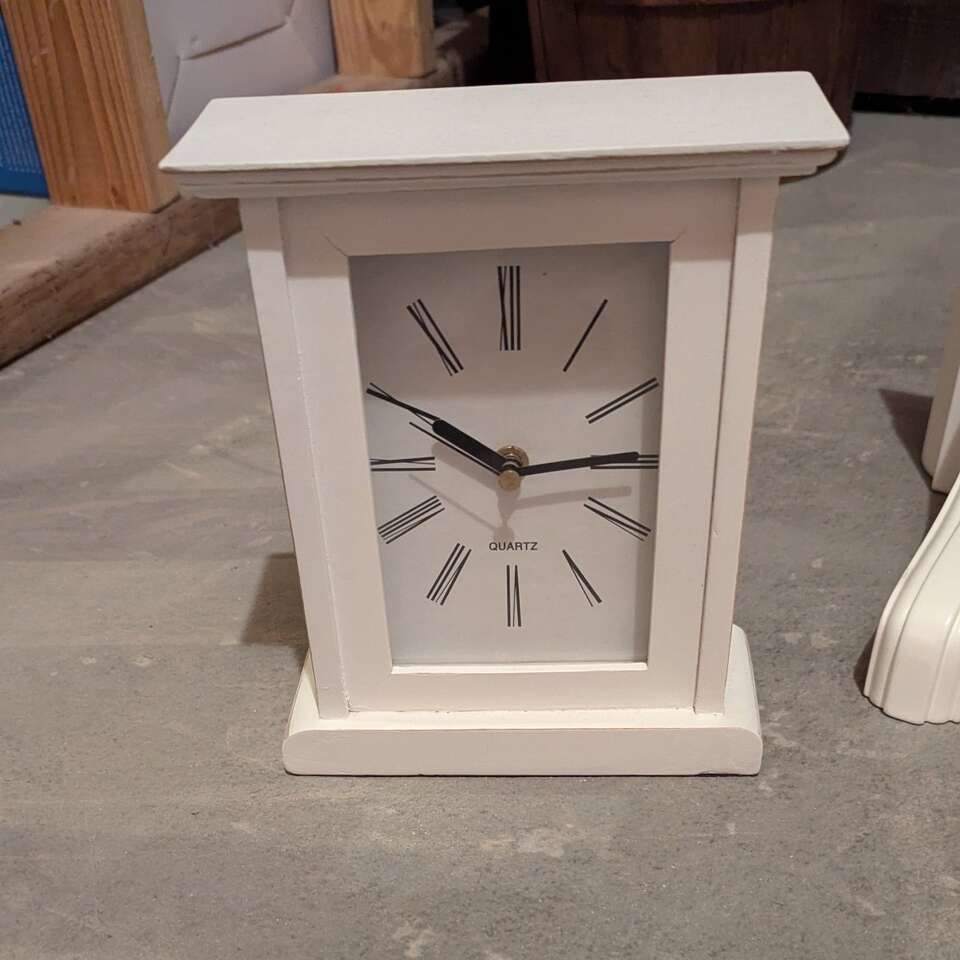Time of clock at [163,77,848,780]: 10:14
